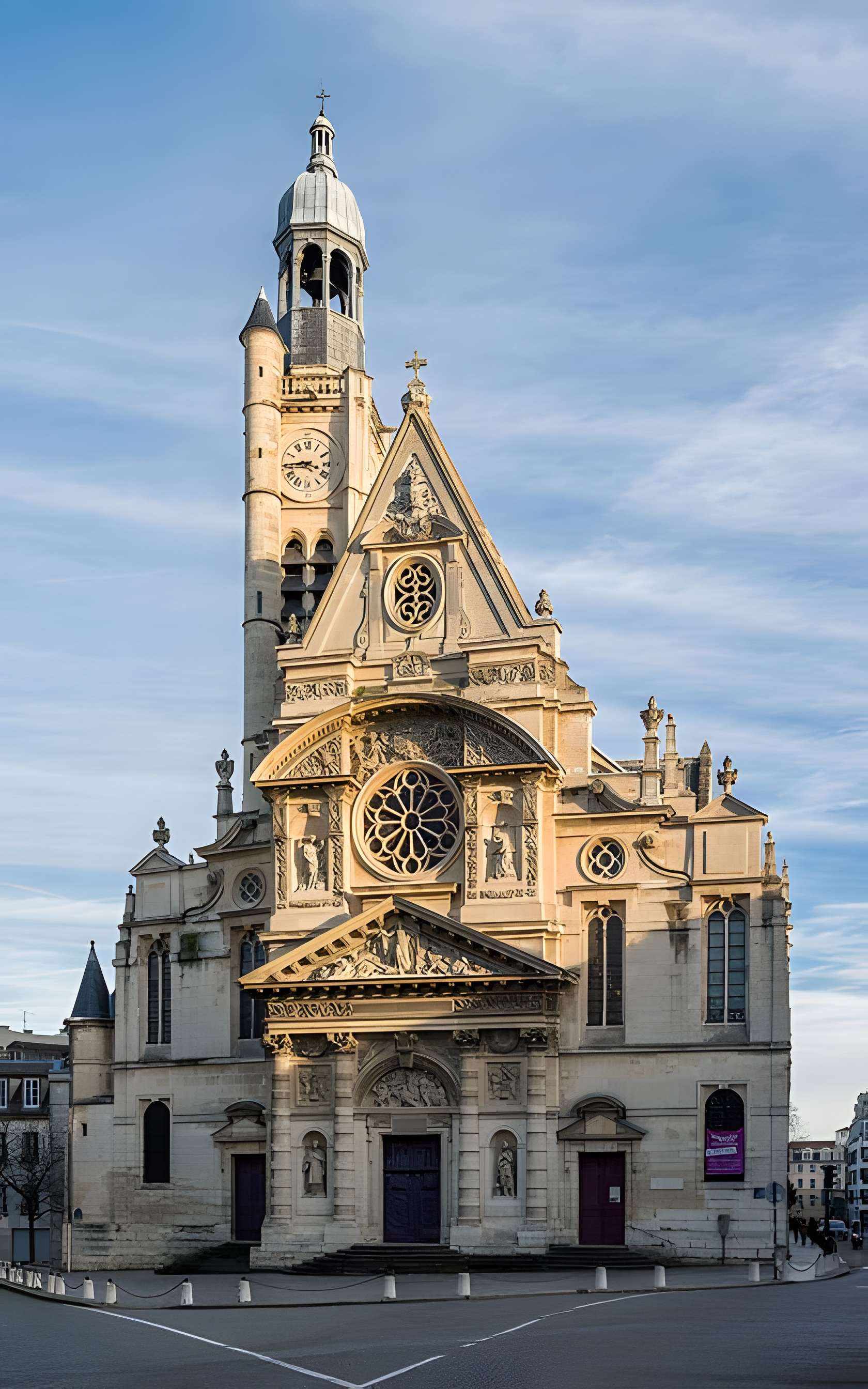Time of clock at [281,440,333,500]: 3:44
